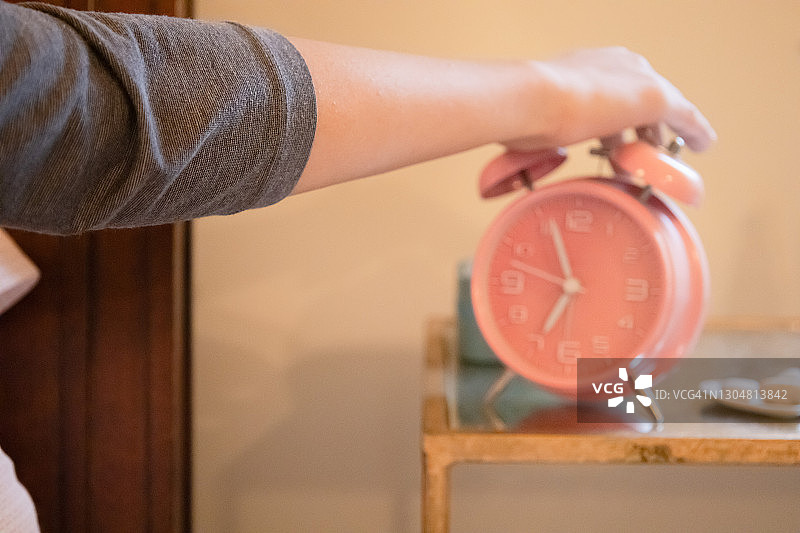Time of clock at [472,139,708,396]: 6:56
